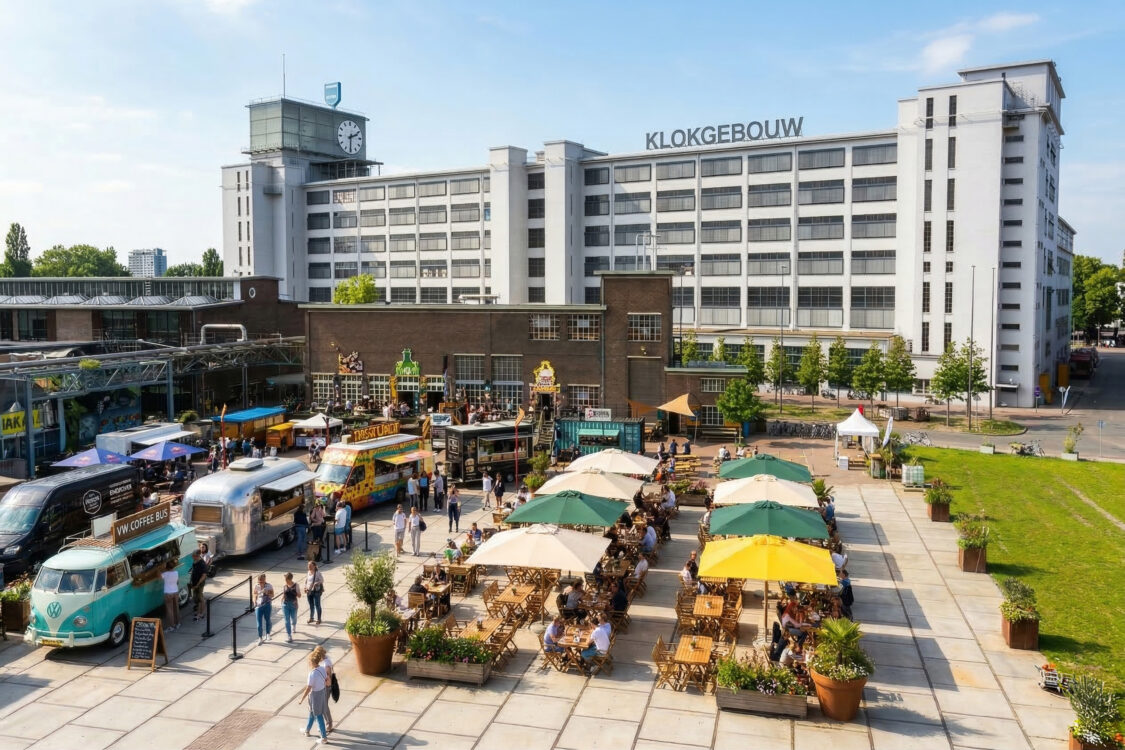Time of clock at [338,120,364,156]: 2:30
